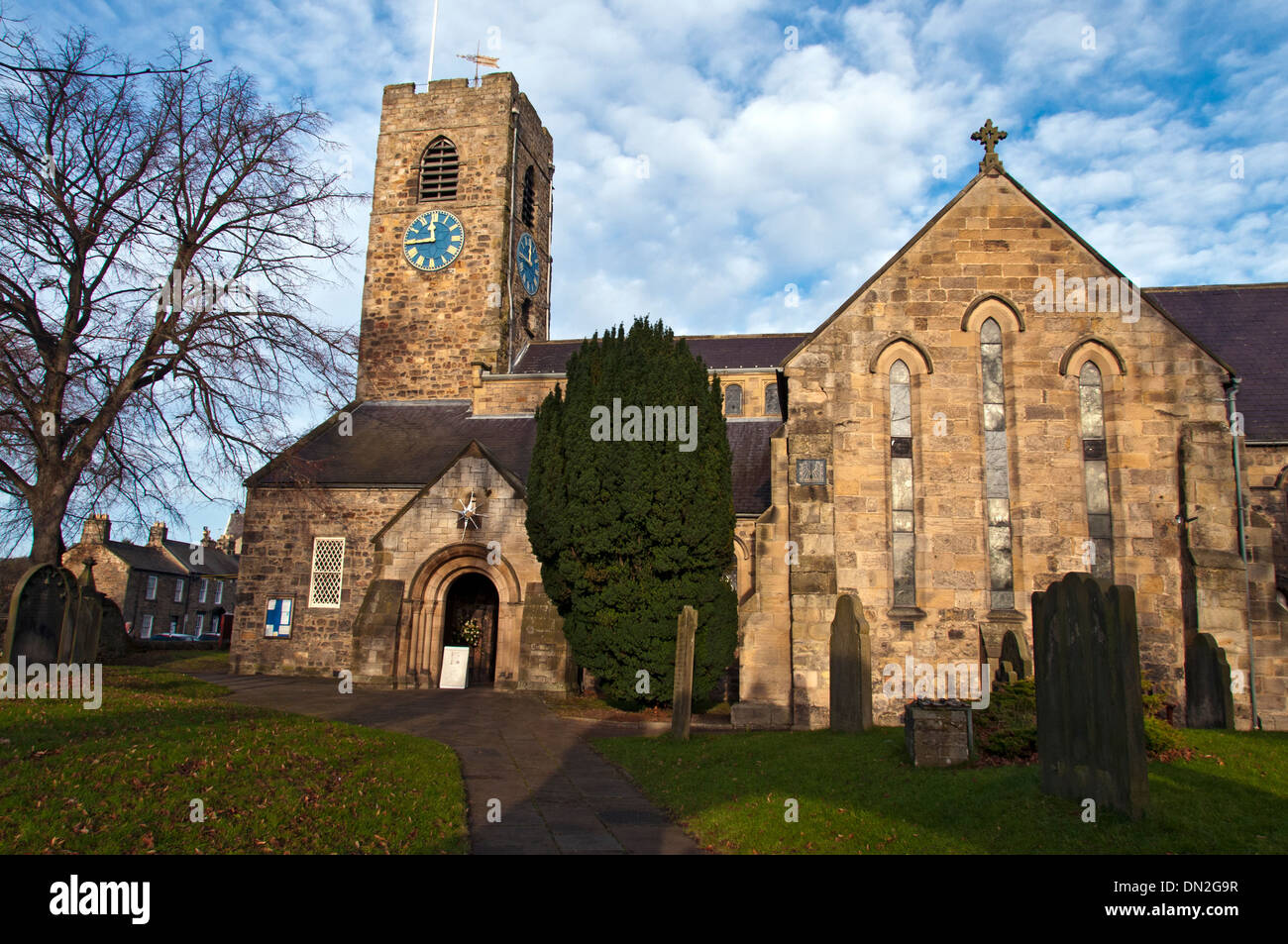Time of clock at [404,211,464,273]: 11:44
